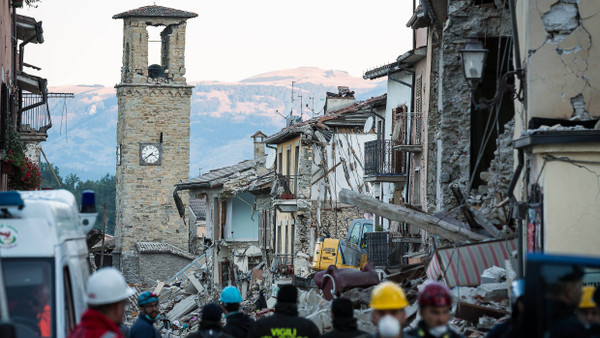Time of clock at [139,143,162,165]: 3:38
